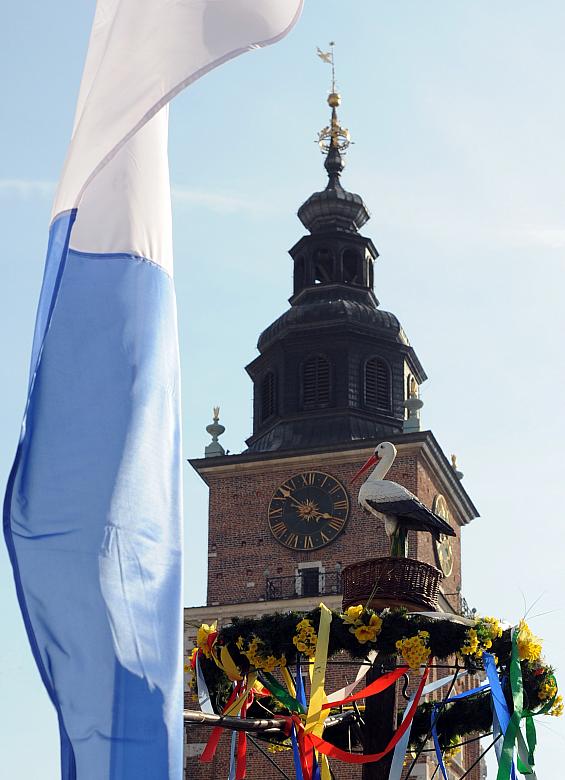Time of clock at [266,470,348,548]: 3:52
